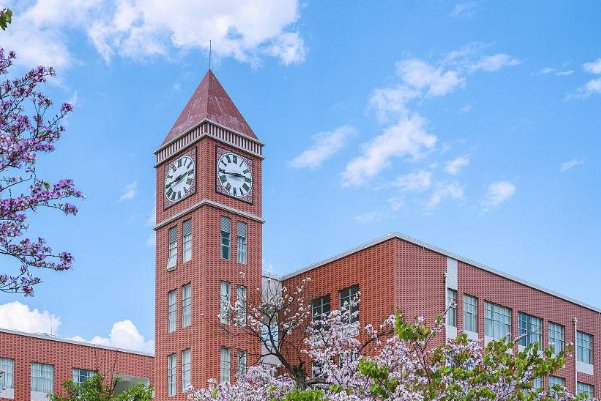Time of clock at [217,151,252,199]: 2:43
